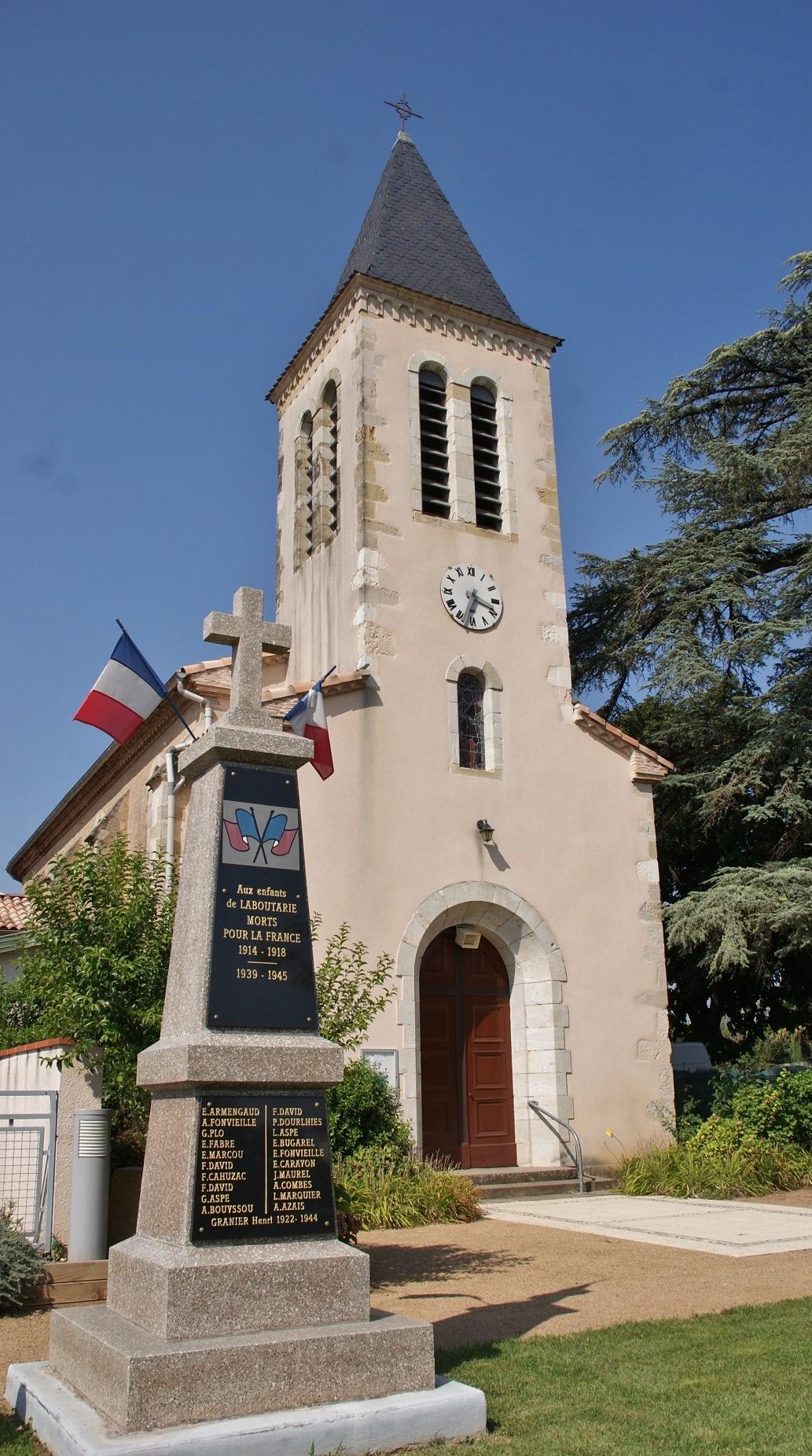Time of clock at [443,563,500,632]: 3:33
